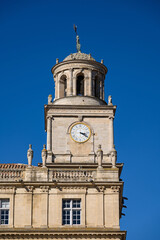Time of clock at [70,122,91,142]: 3:20
